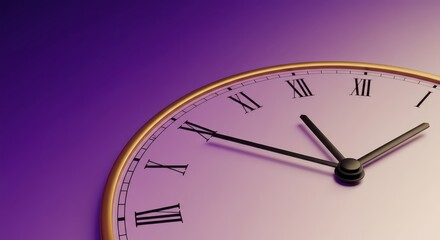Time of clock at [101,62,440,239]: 10:49
